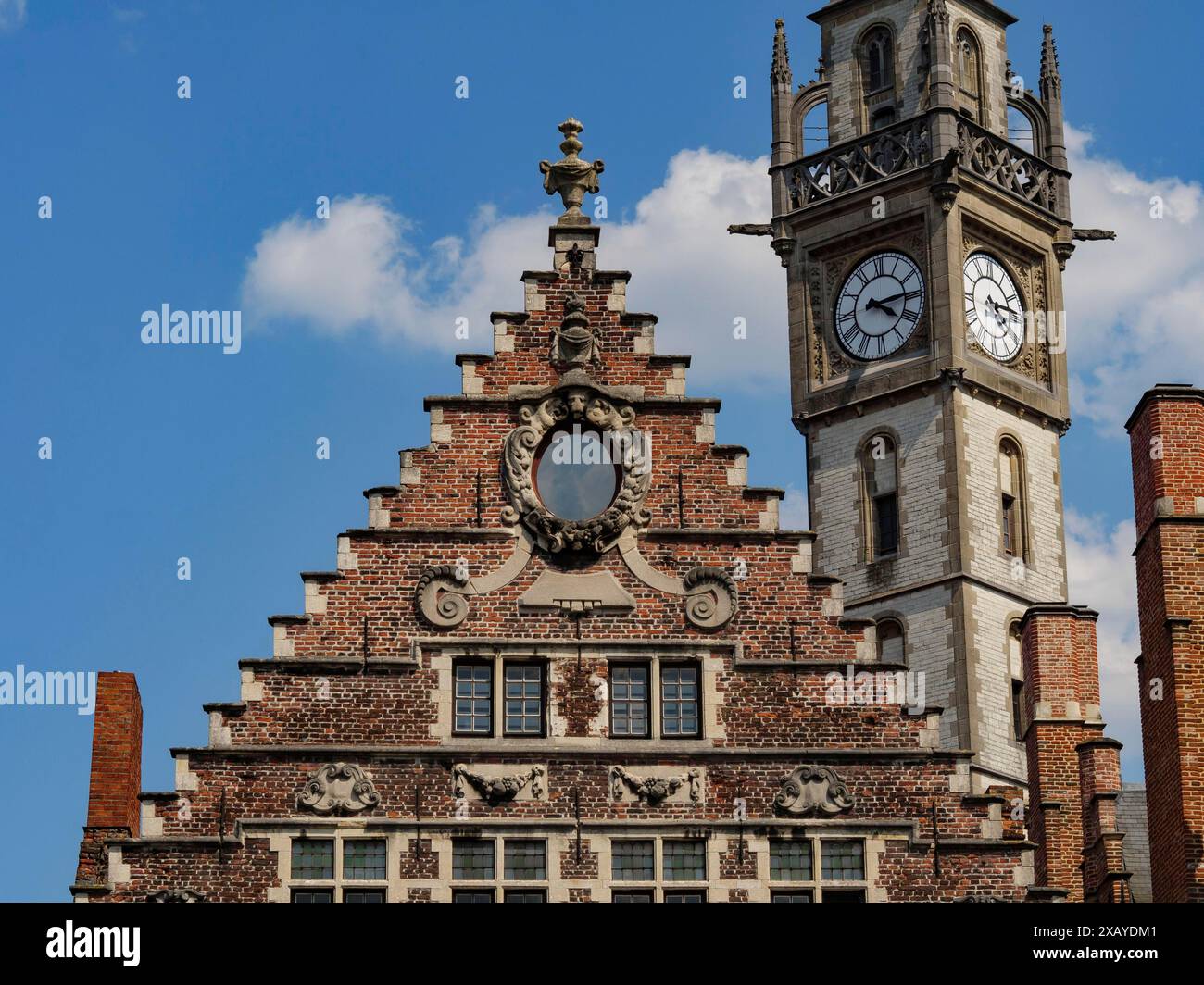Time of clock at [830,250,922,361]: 4:14
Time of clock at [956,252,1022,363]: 4:14
